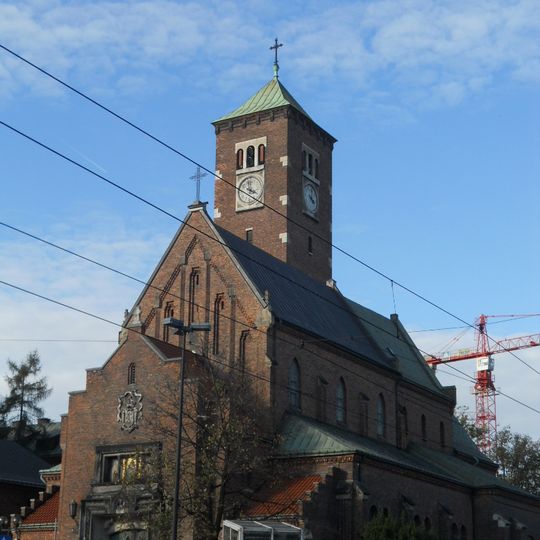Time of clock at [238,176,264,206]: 3:58
